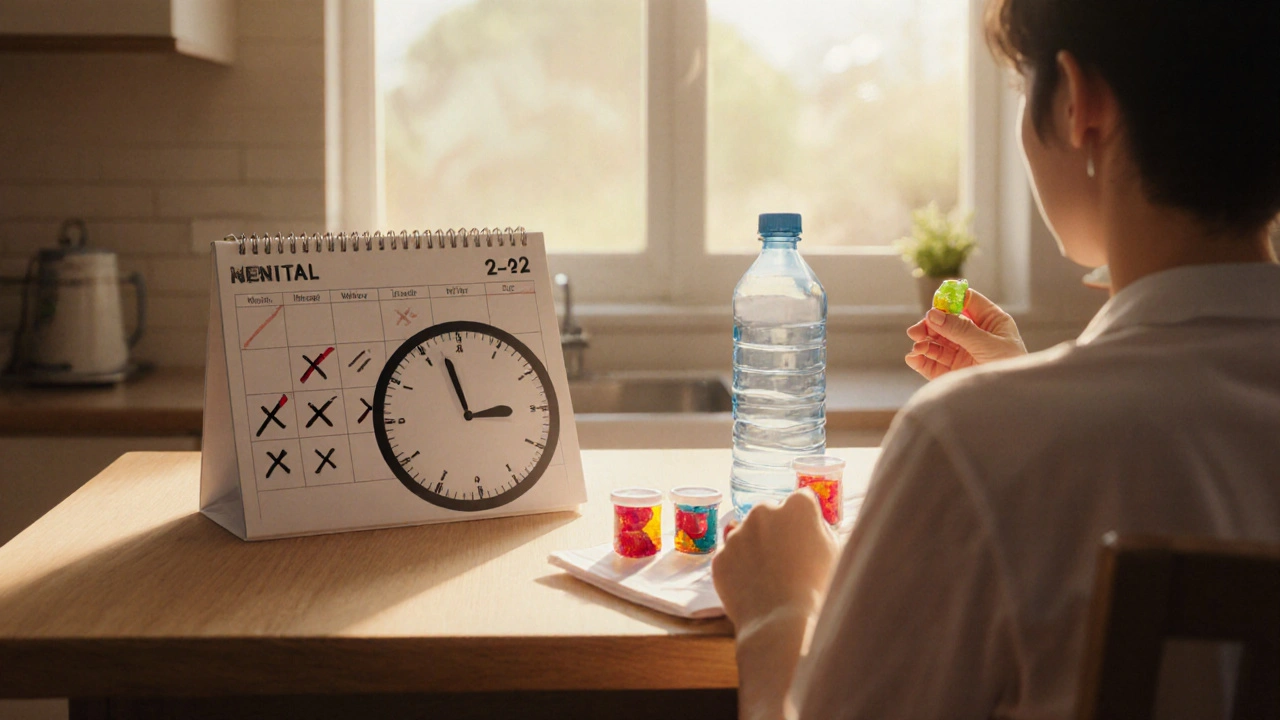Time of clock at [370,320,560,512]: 2:57
